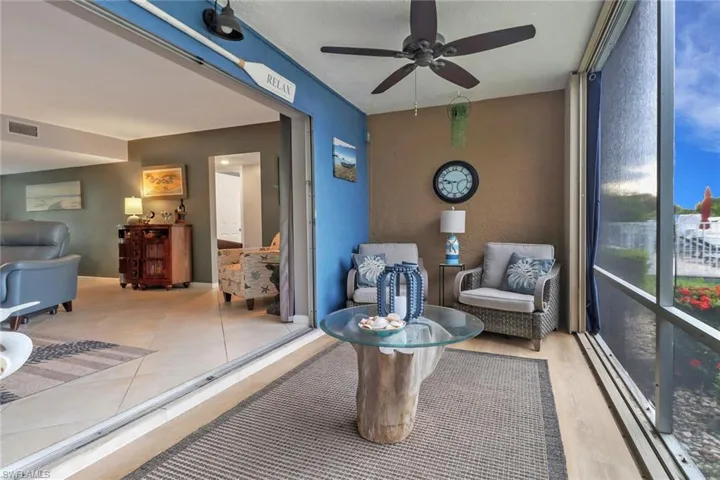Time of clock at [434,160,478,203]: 9:12
